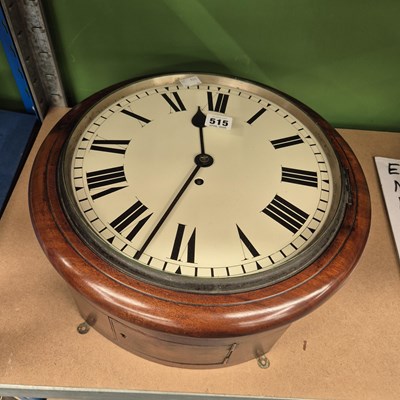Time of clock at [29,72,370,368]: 11:32
